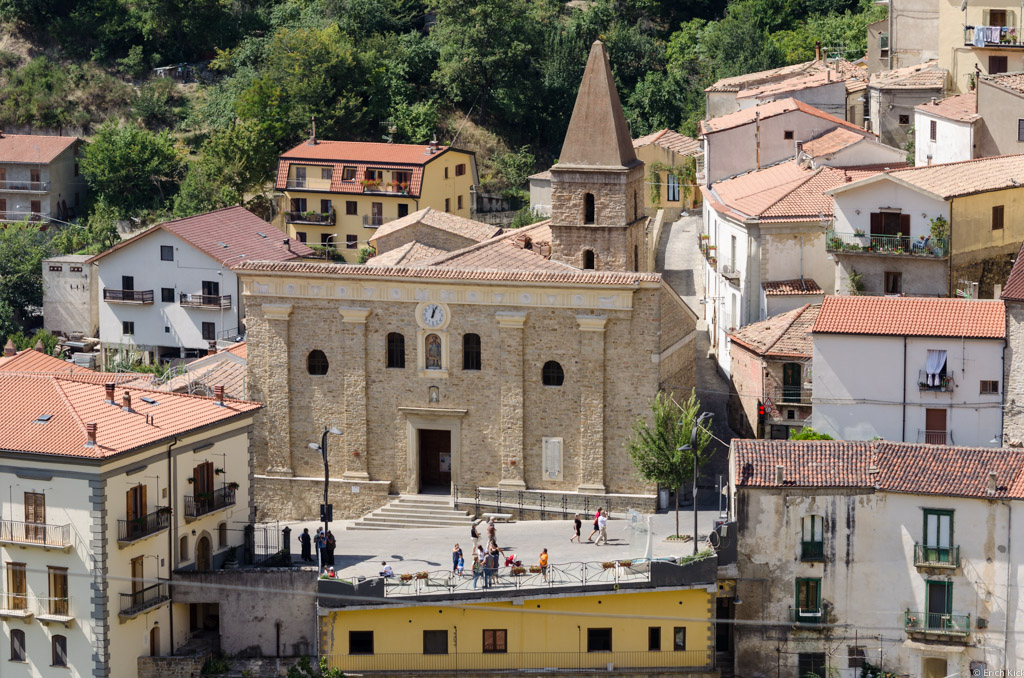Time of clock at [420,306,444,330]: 12:03
